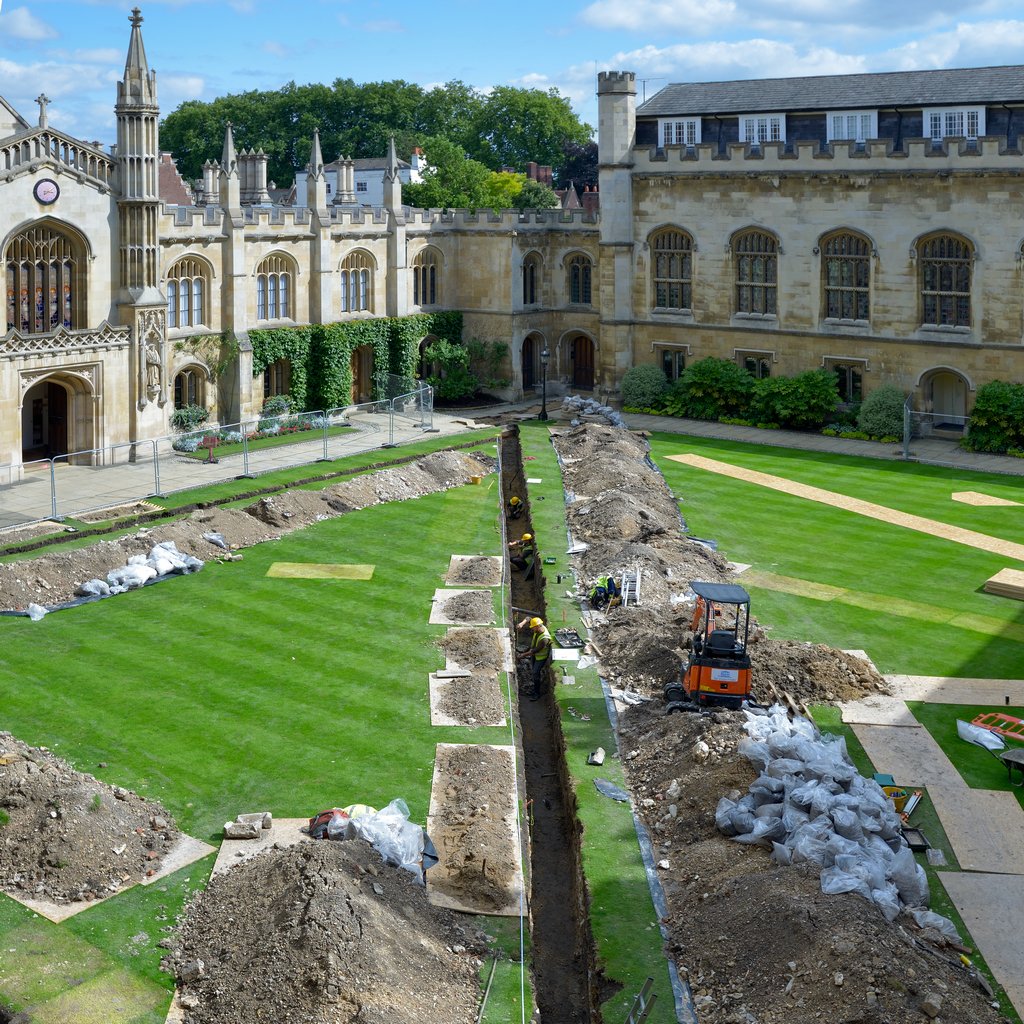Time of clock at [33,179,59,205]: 3:09
